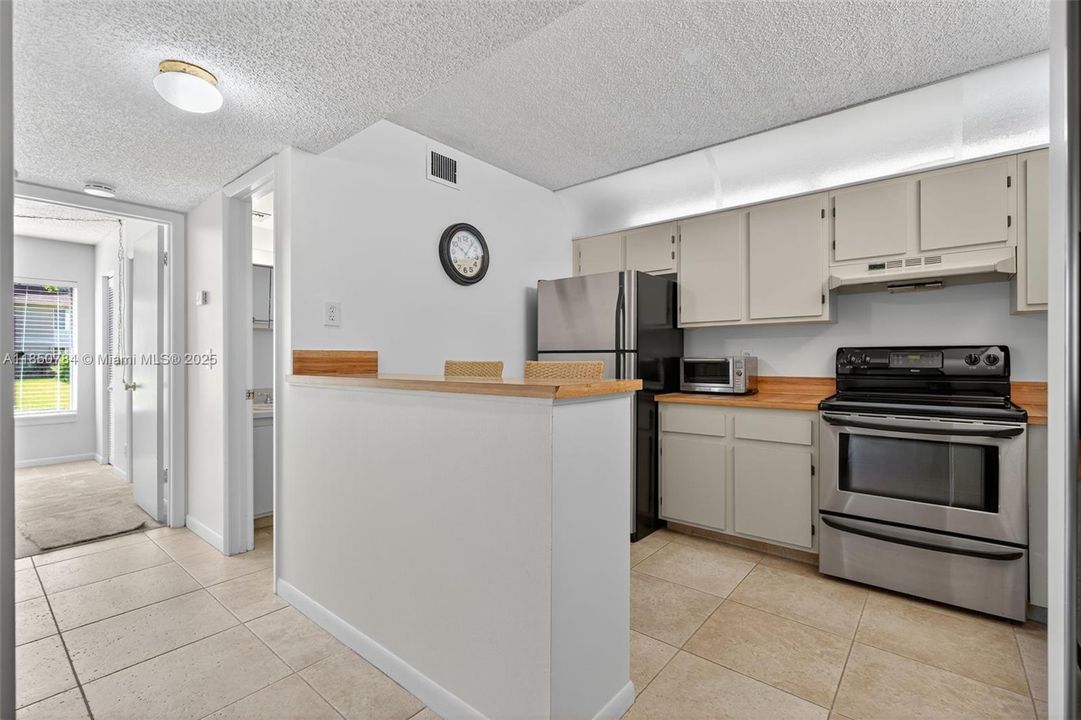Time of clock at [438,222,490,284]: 10:06
